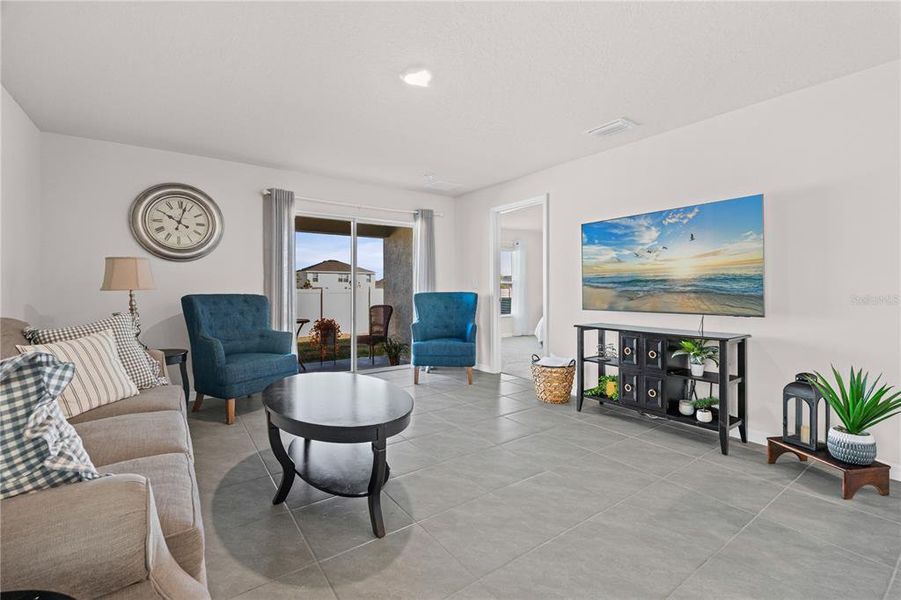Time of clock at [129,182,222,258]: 10:02
